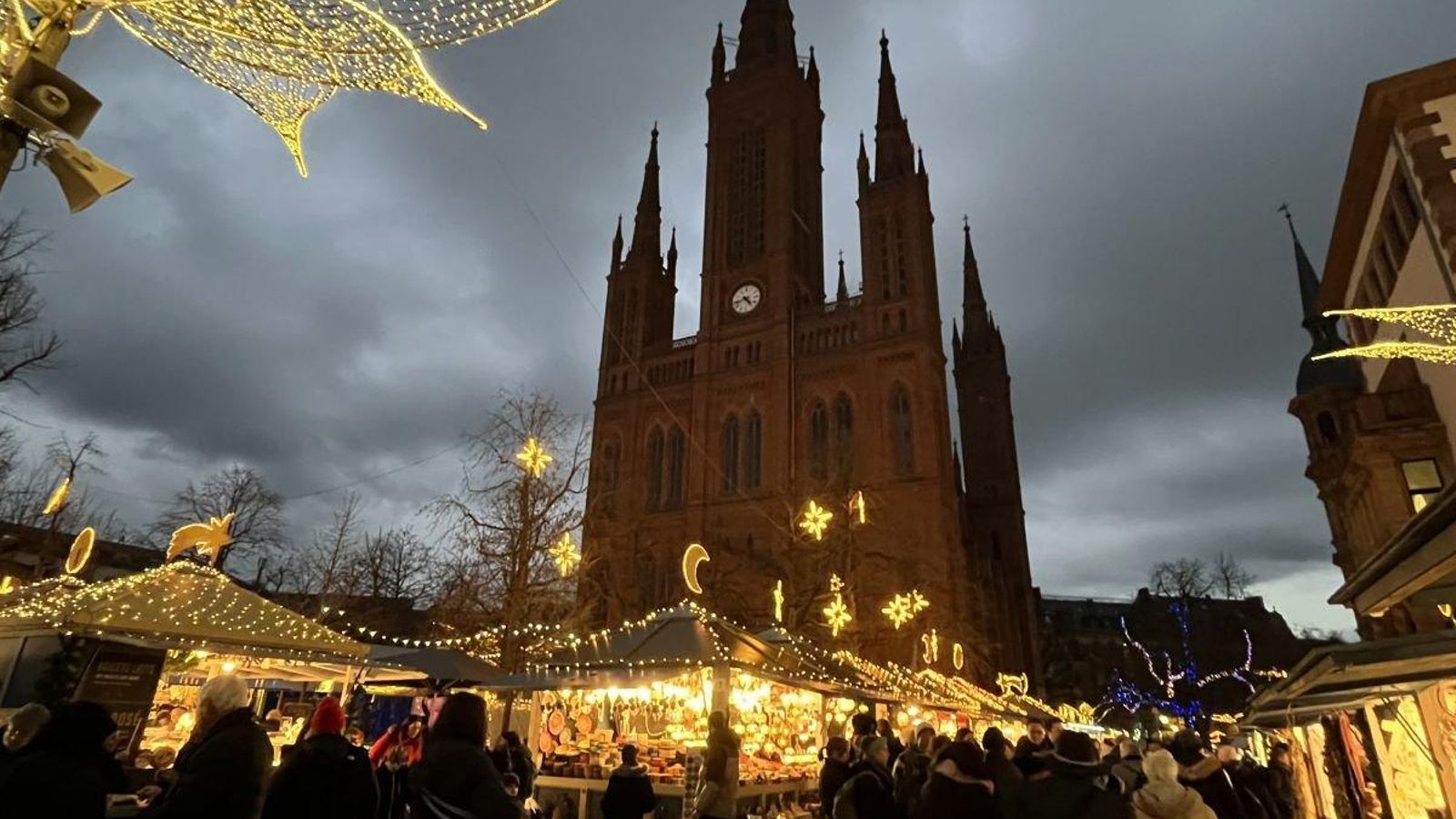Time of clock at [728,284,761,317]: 4:42
